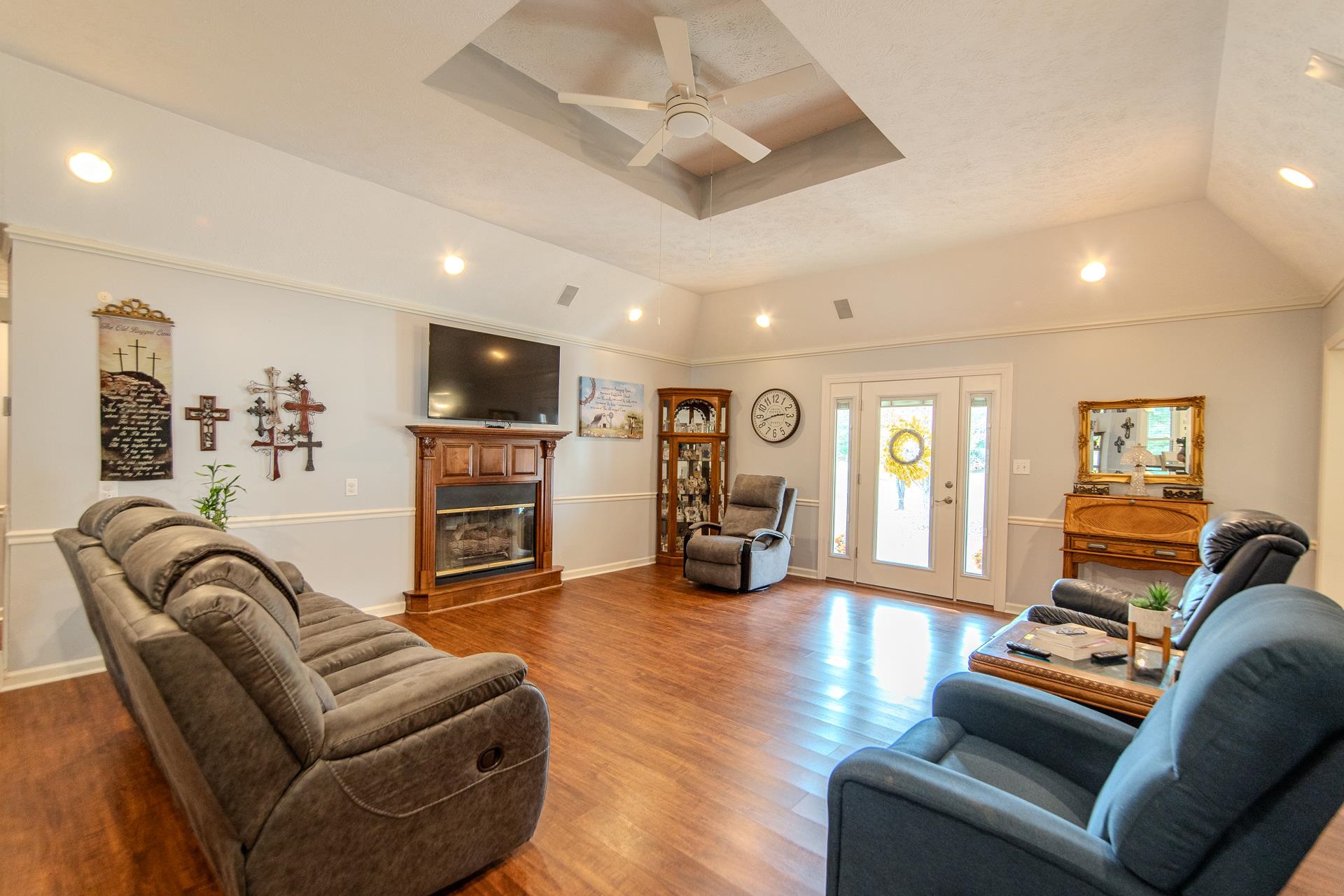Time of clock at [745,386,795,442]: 2:42
